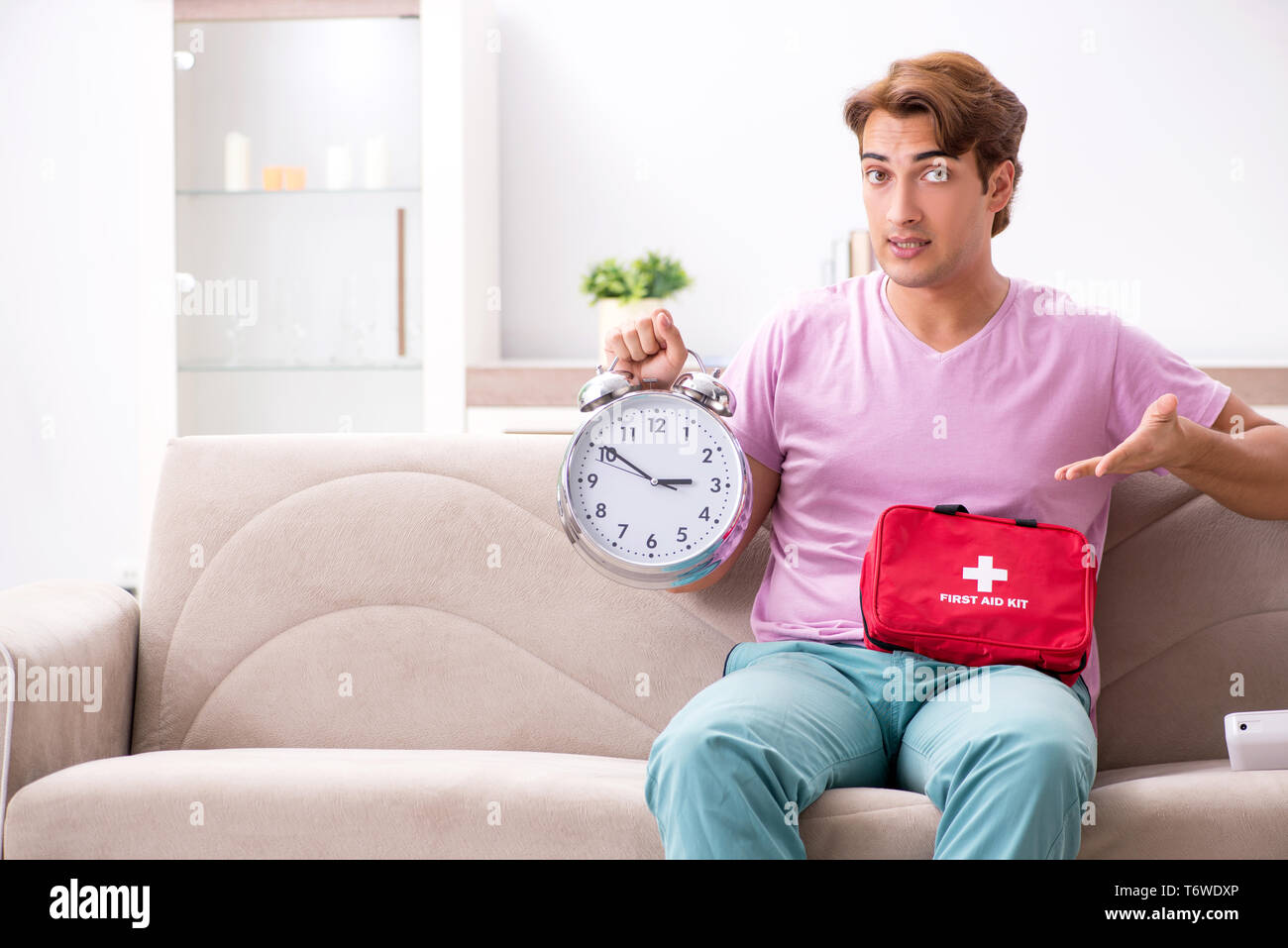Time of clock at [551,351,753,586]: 2:50
